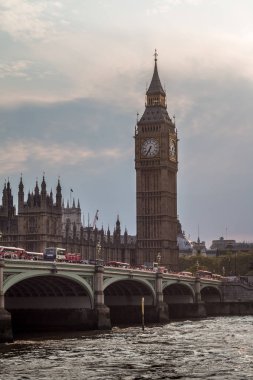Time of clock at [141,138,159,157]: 6:34
